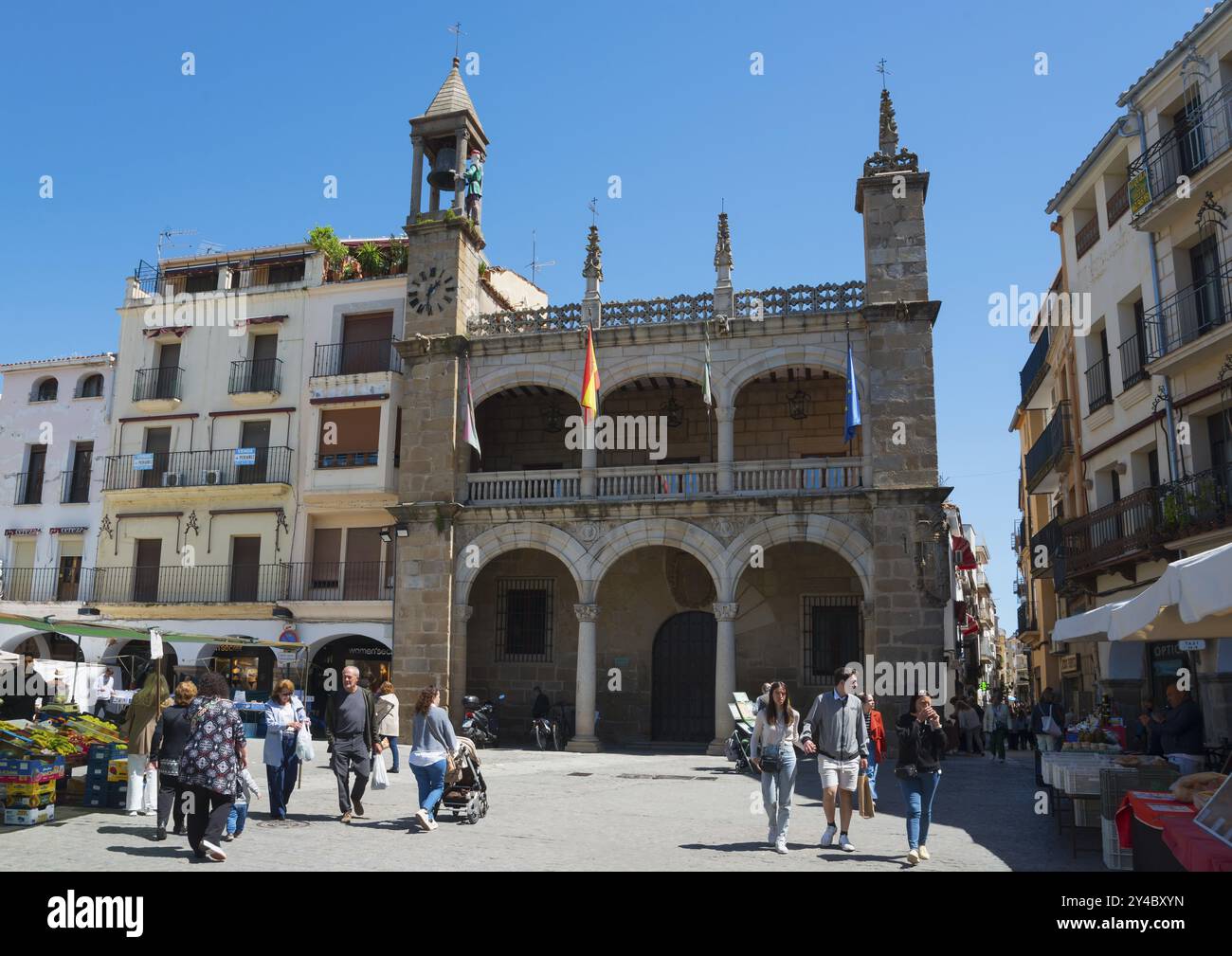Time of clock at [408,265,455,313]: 1:31
